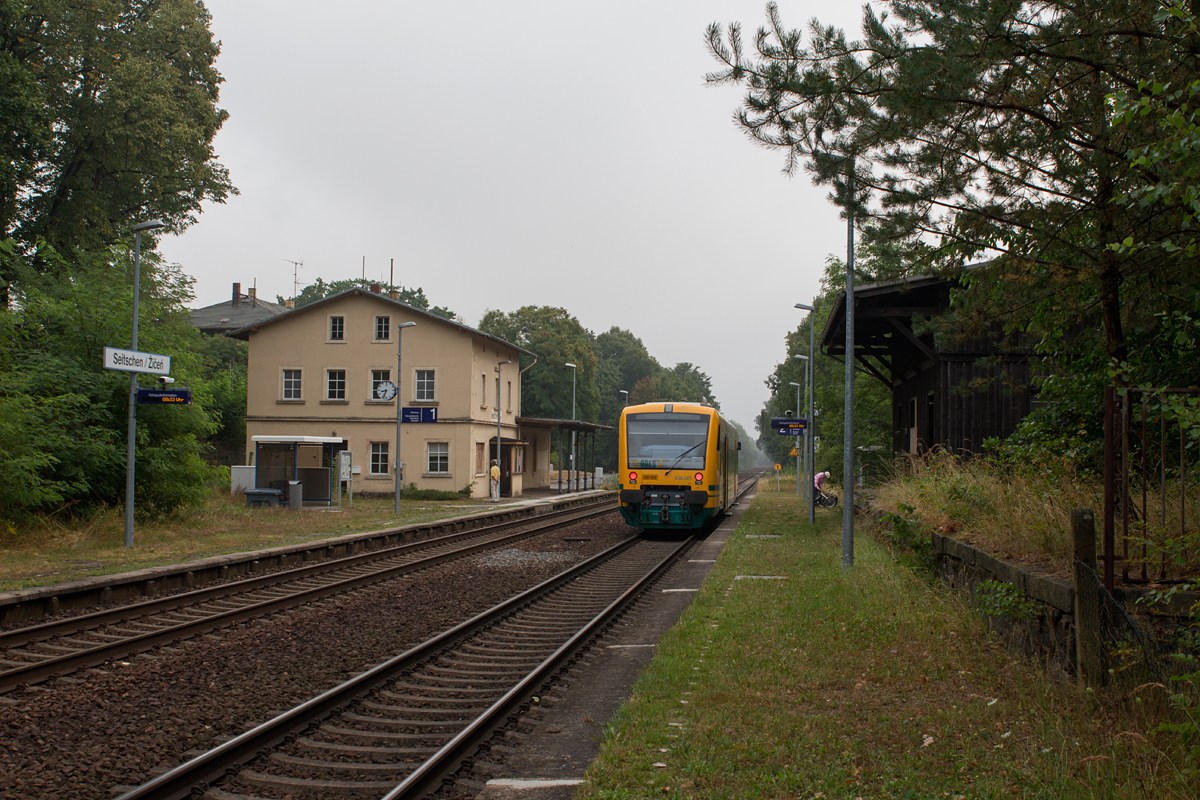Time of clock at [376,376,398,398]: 8:33
